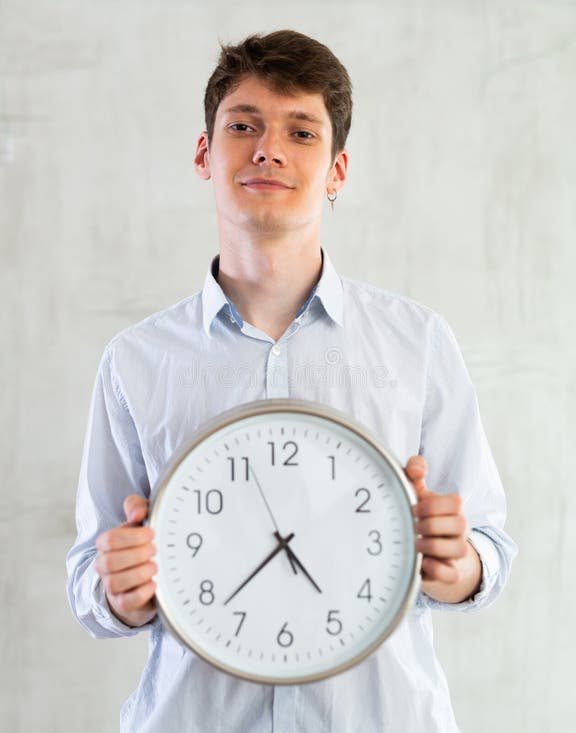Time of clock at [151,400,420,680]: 4:37
